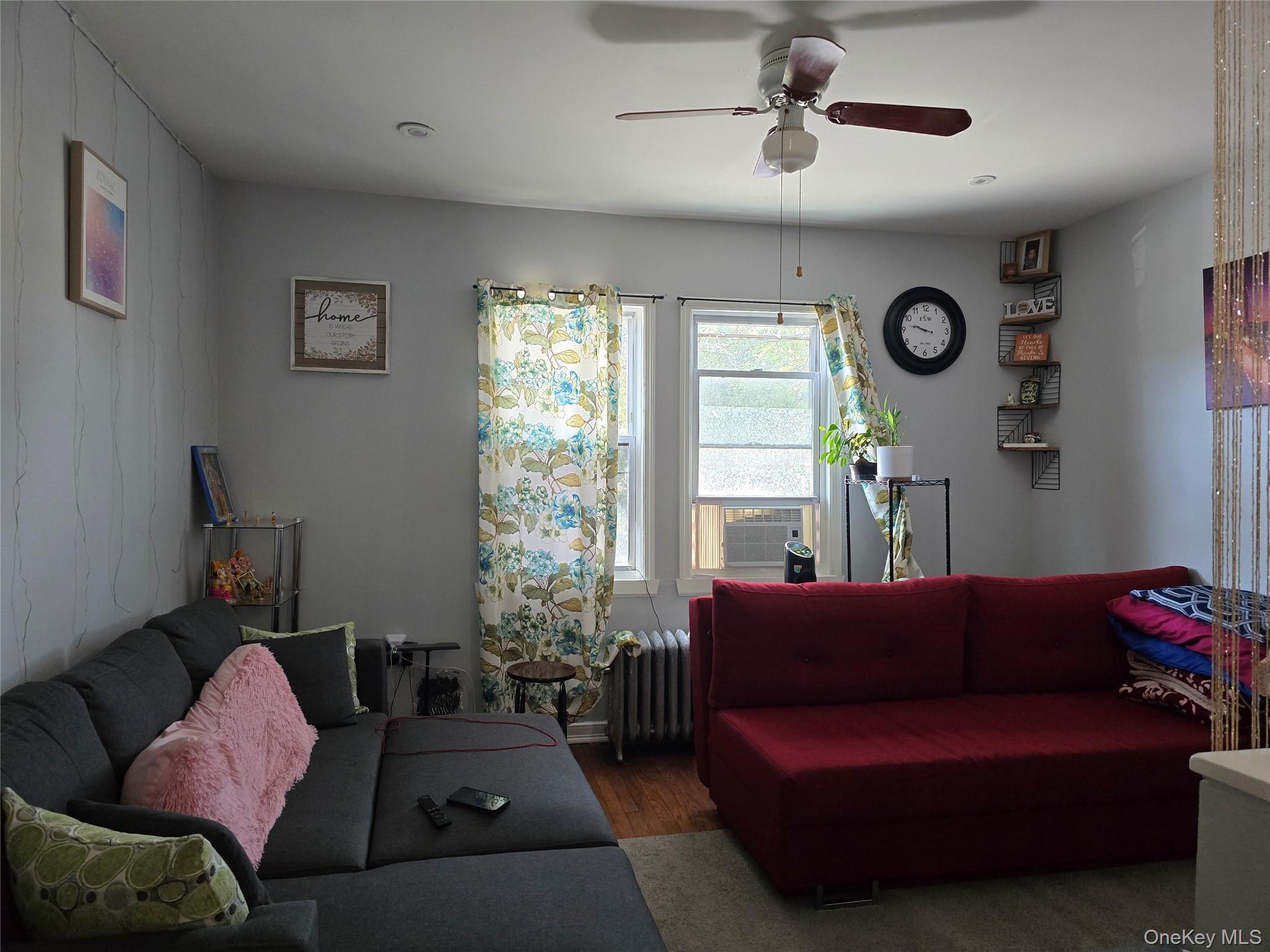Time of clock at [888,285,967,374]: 9:47
